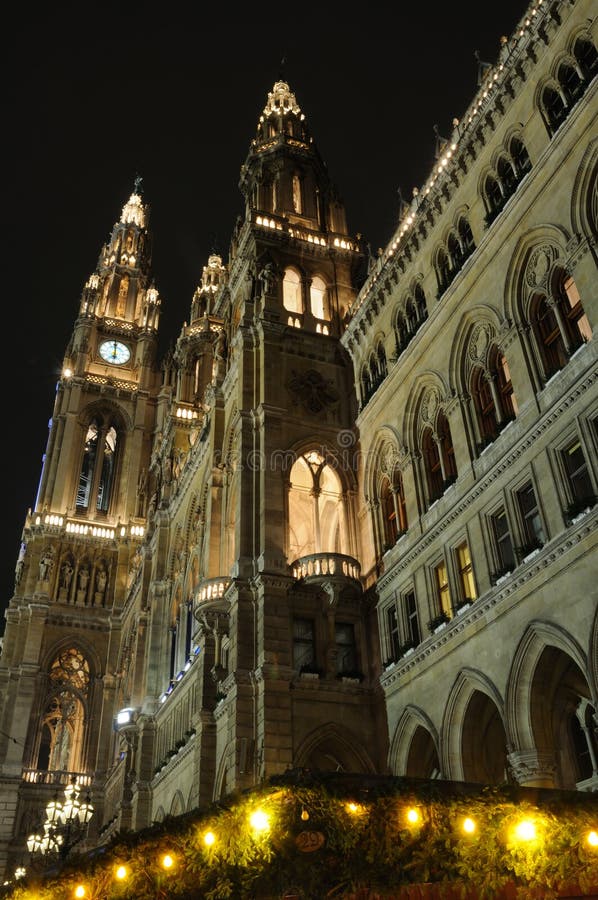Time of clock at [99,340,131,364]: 5:59
